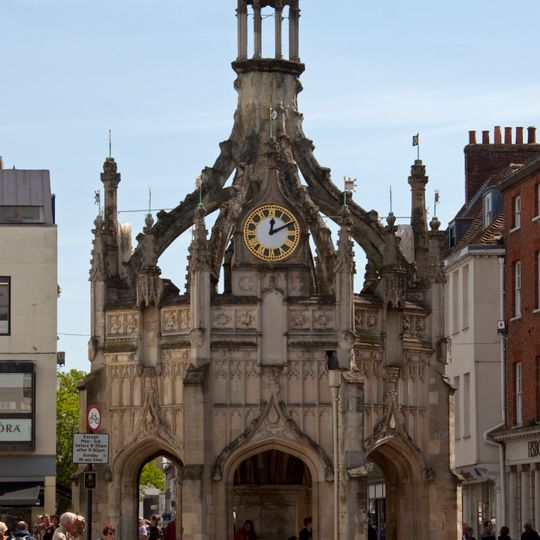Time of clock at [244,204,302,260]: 12:10
